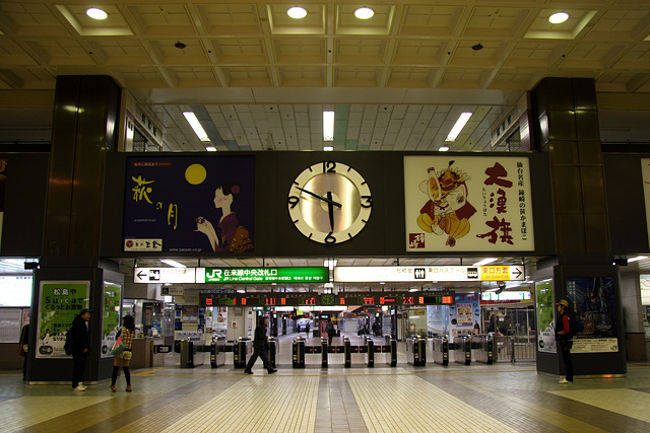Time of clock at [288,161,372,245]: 5:48
